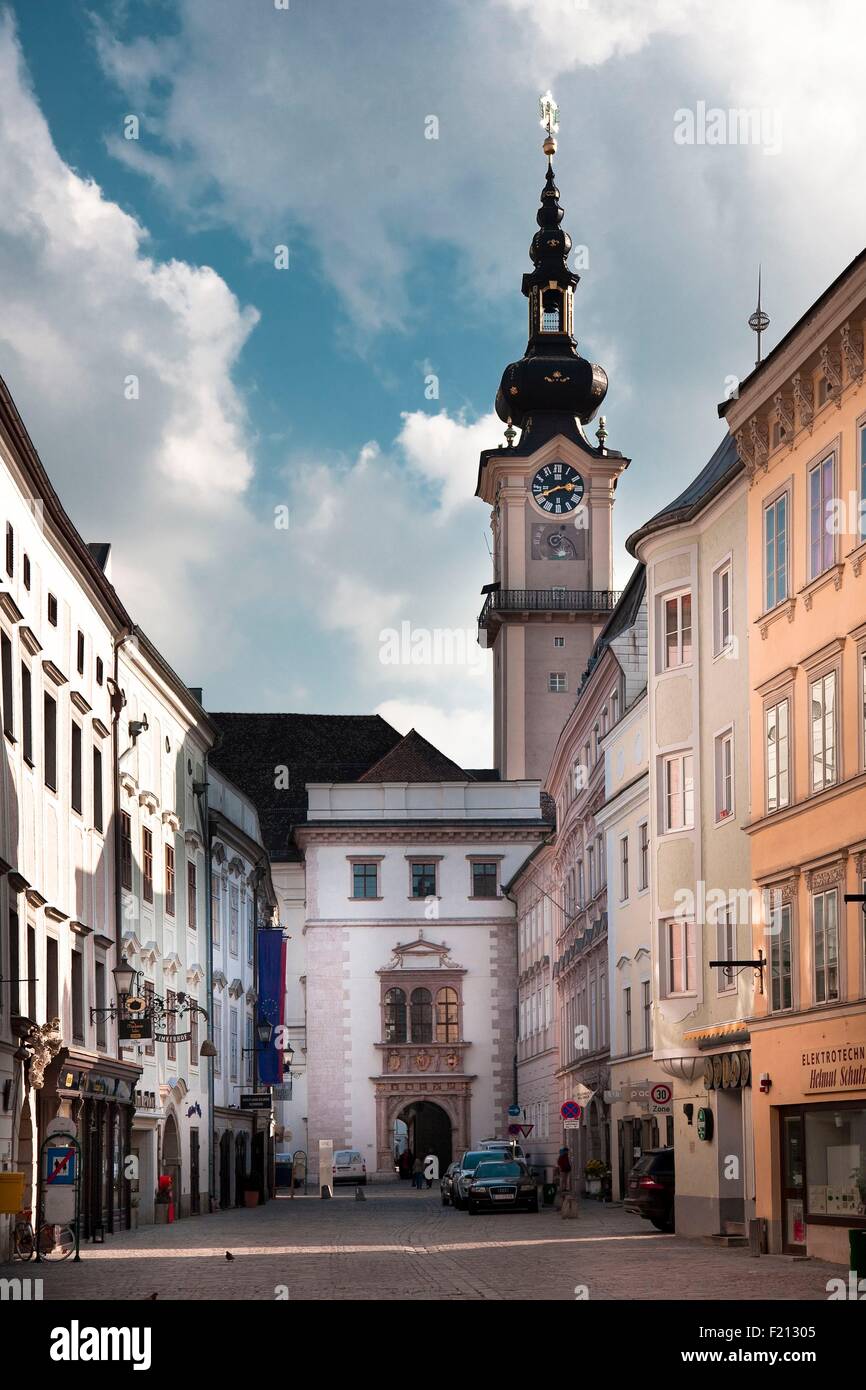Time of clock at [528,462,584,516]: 2:40
